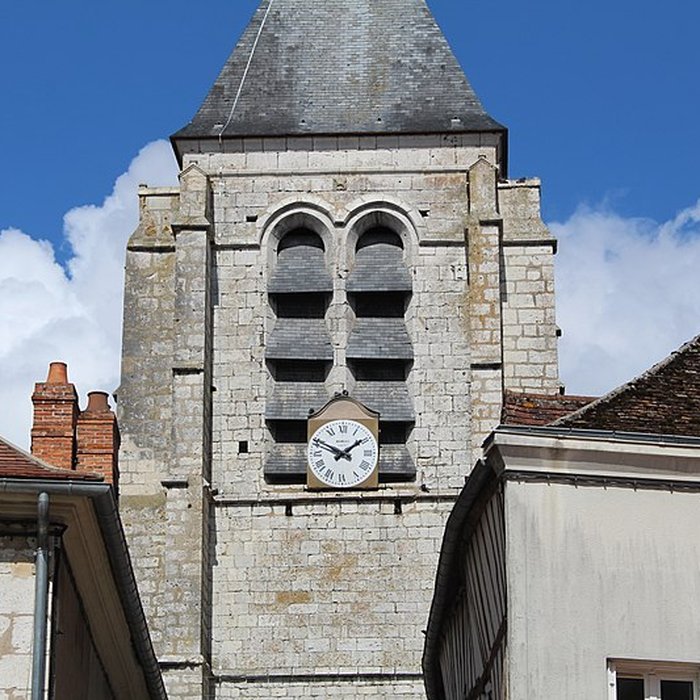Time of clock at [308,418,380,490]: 1:49
